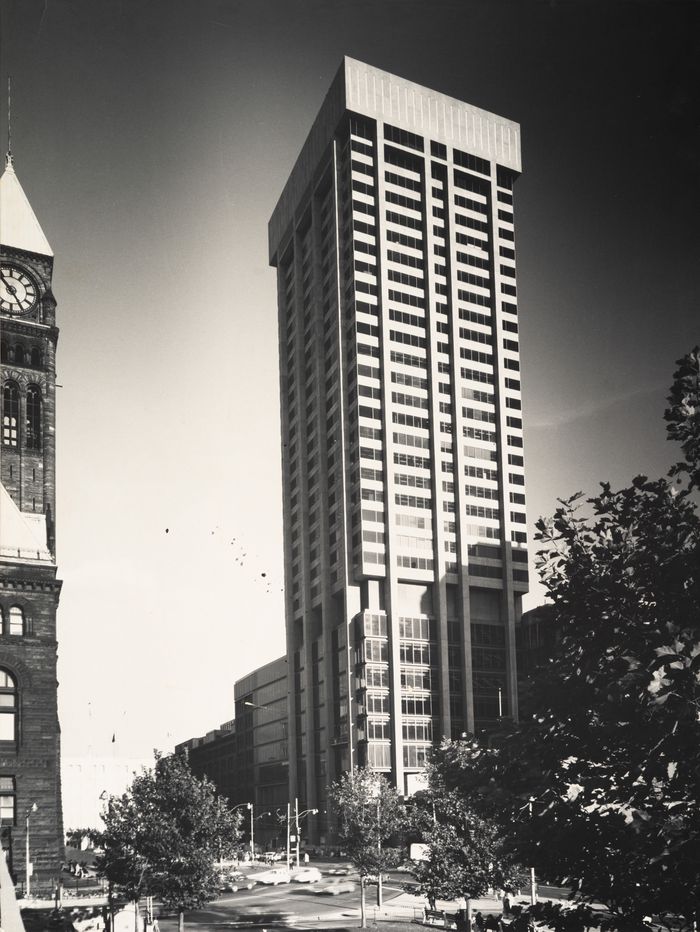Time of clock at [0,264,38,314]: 10:24
